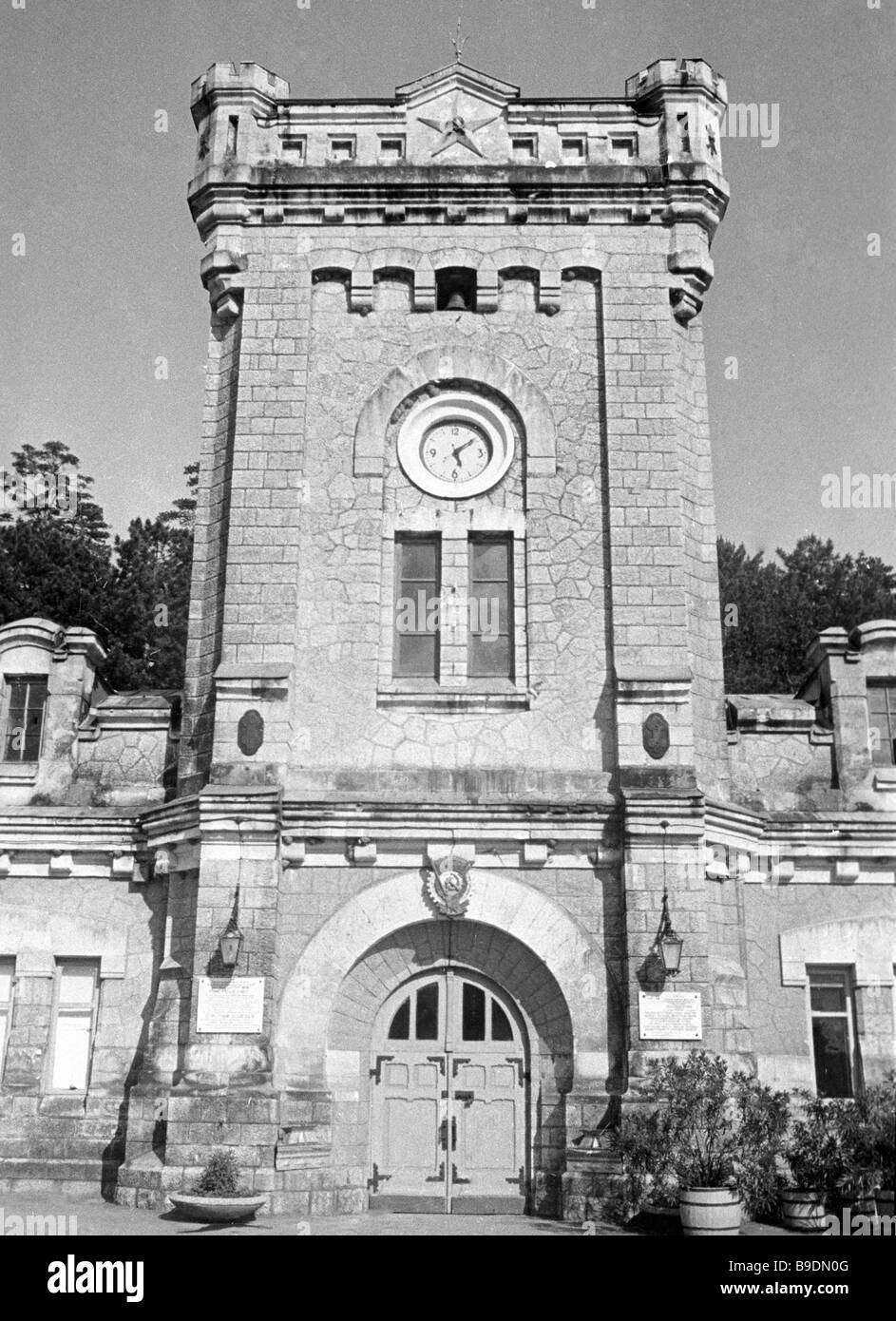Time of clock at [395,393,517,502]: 5:08
